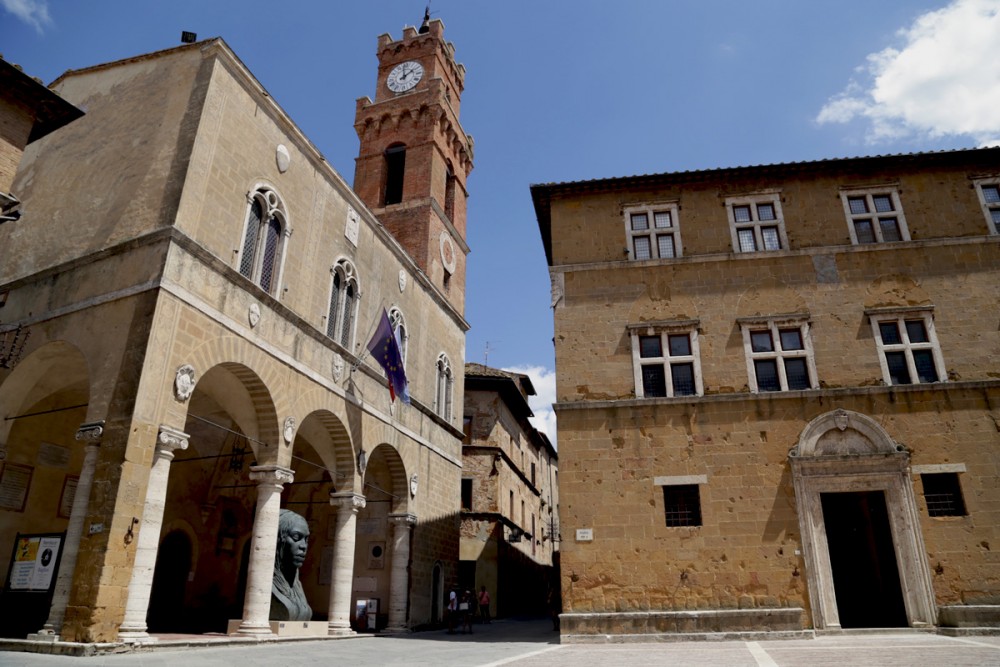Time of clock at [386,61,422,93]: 1:59
